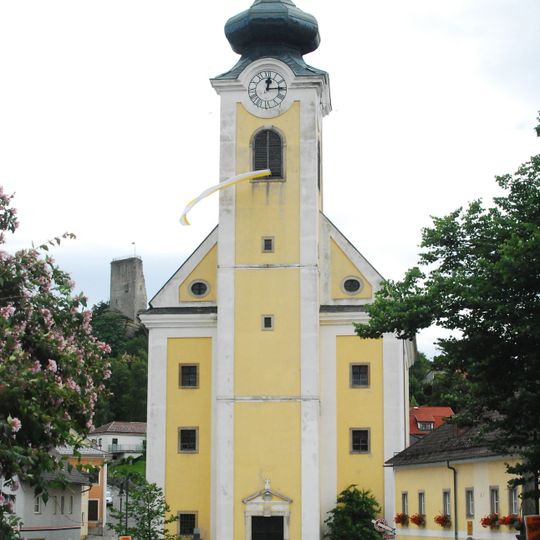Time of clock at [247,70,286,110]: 12:14
